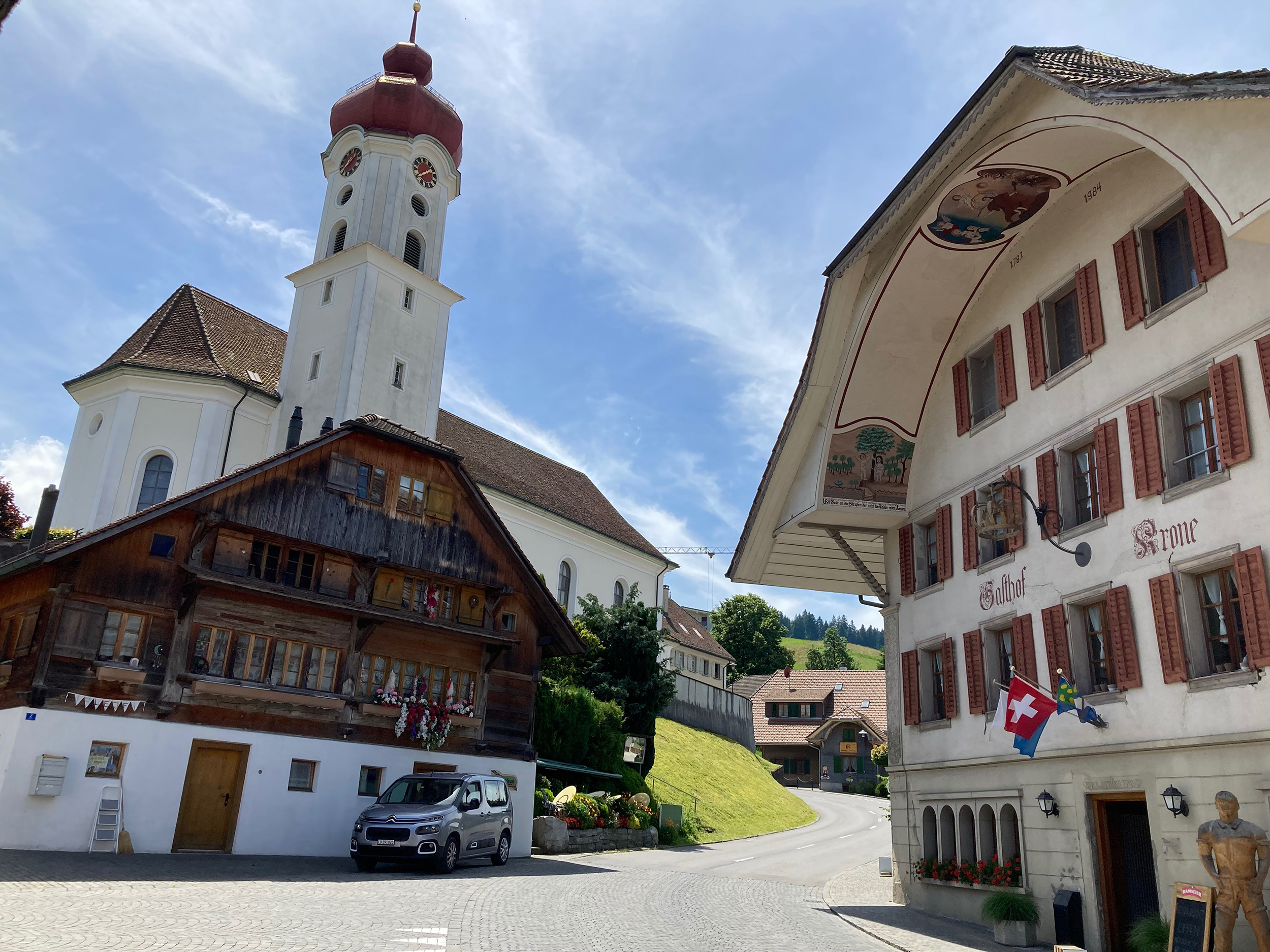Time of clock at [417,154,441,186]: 1:40
